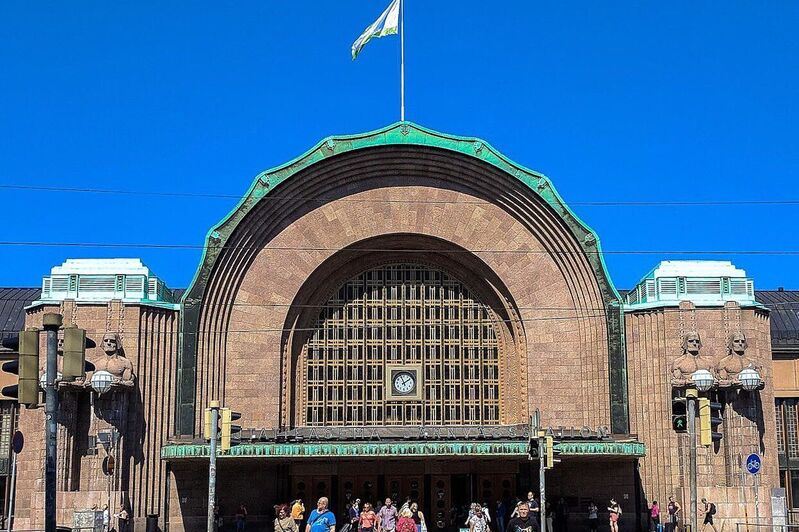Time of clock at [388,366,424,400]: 1:56
